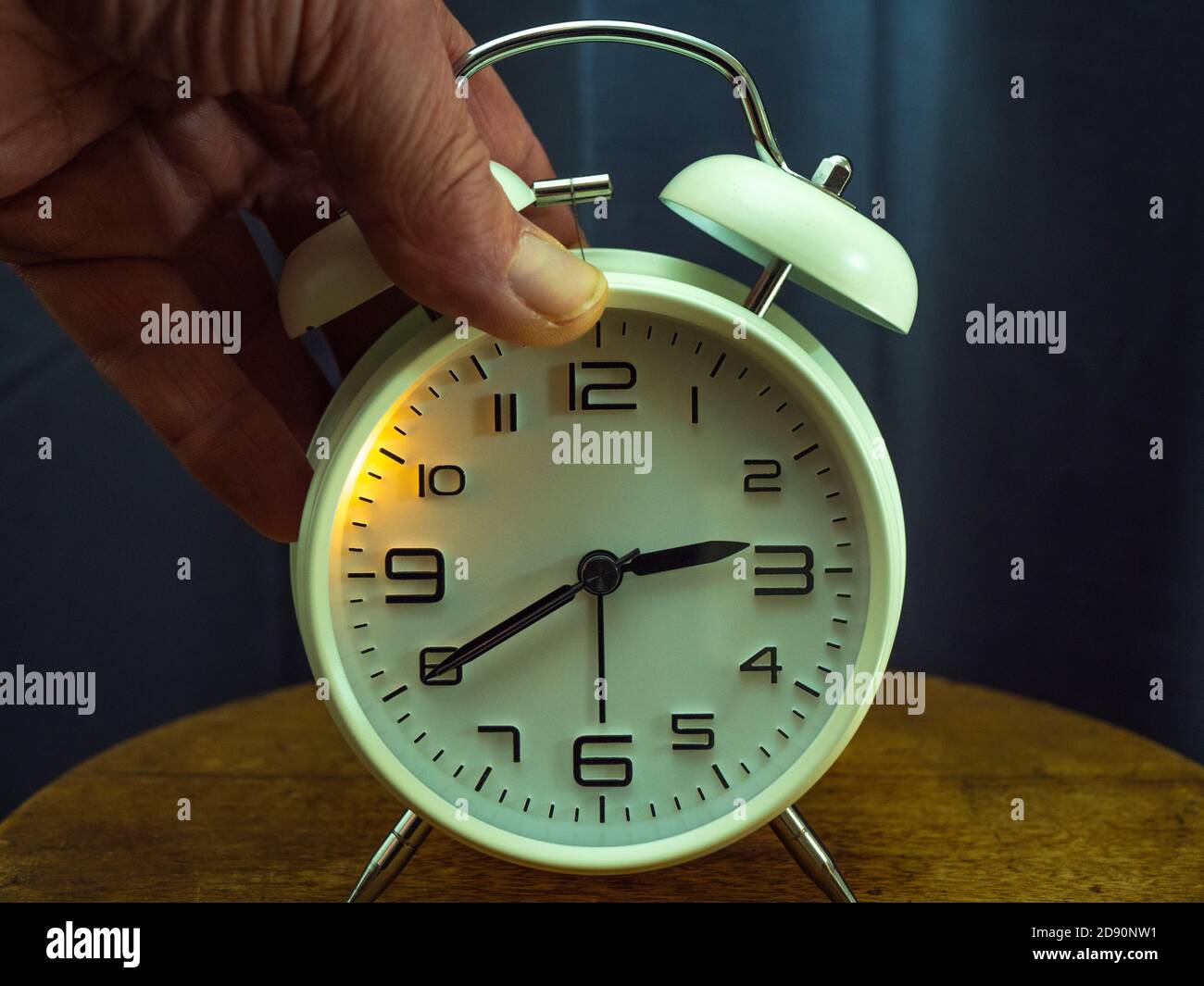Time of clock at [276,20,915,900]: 2:40
